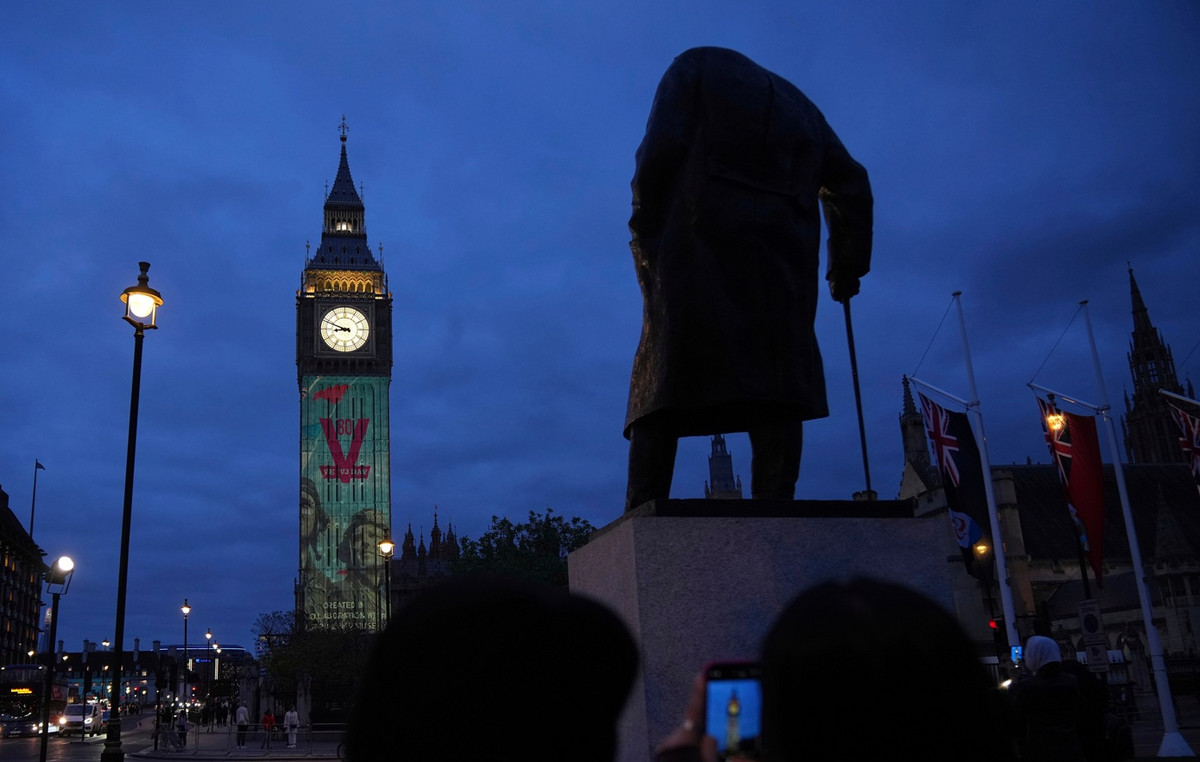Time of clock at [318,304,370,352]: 8:48
